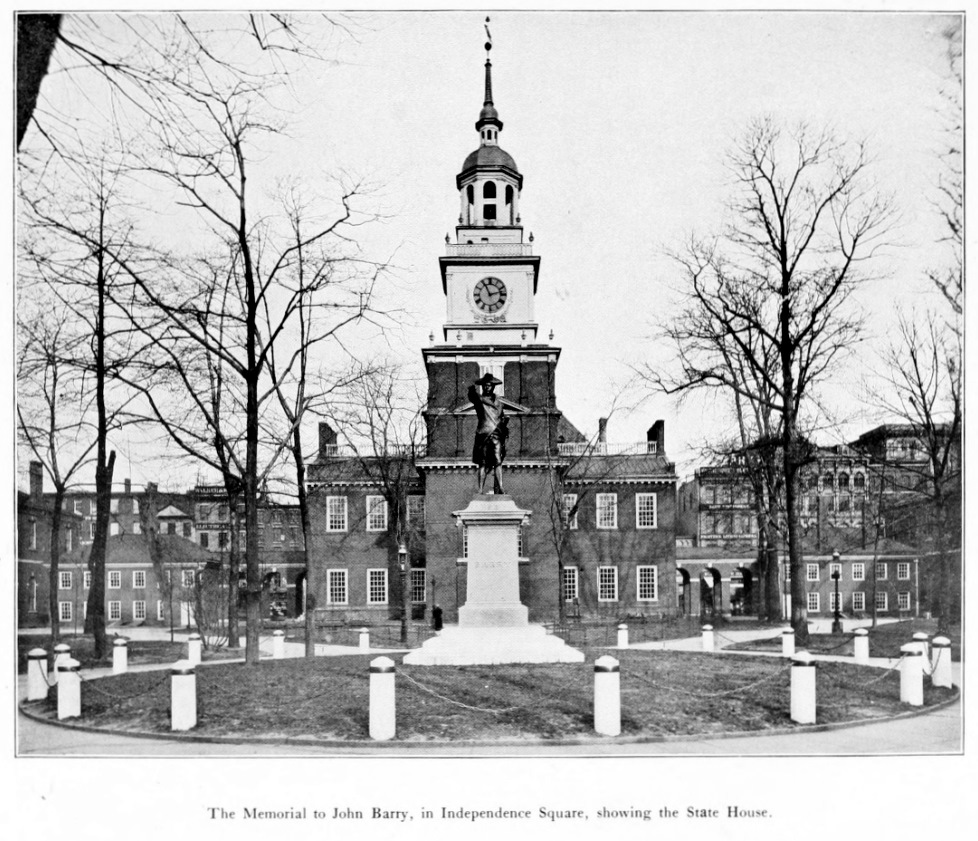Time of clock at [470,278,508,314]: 11:12
